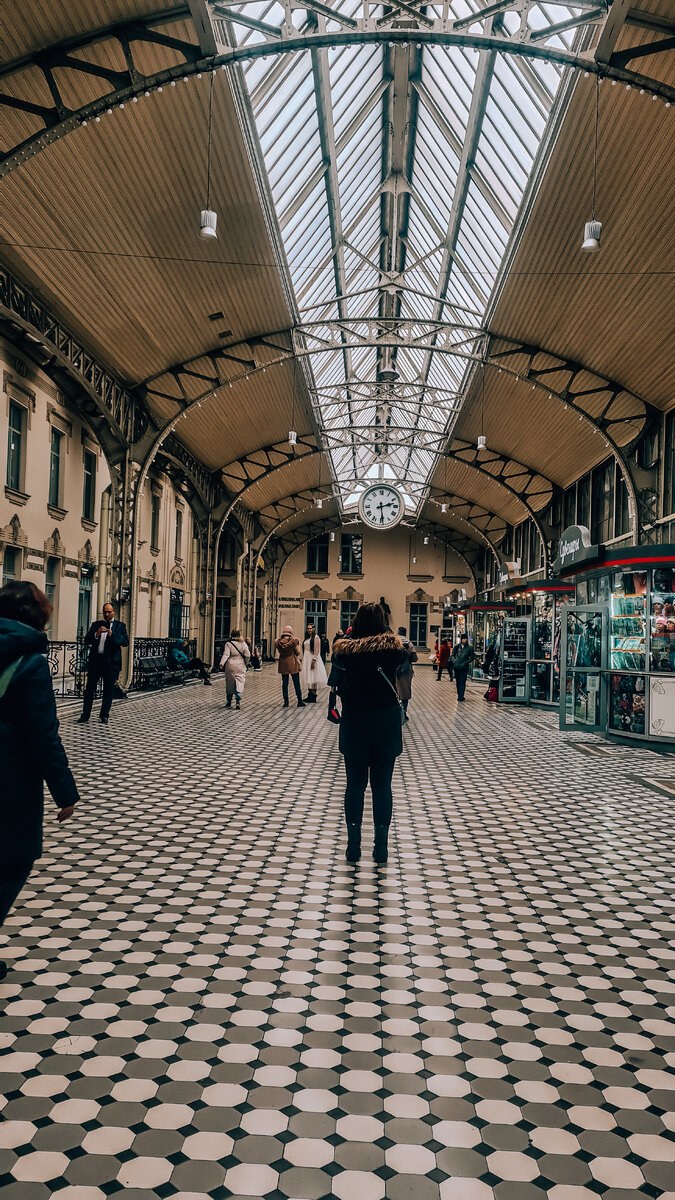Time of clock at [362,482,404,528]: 2:29
